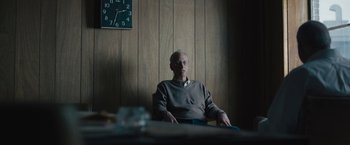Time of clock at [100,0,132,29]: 2:33
